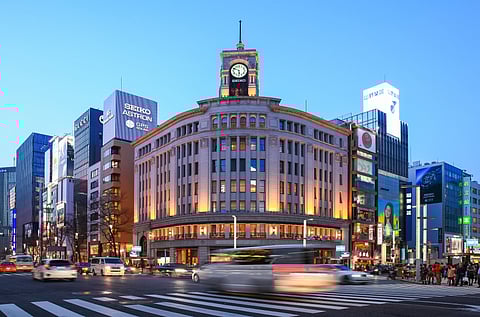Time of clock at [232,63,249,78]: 5:48
